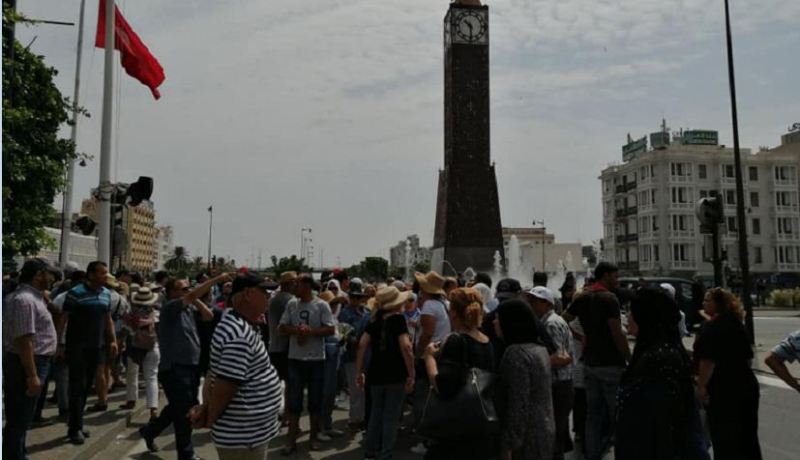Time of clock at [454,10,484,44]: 10:30
